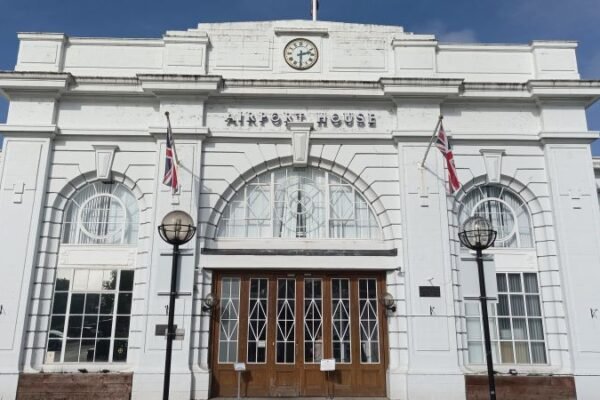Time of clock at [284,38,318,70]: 2:30
